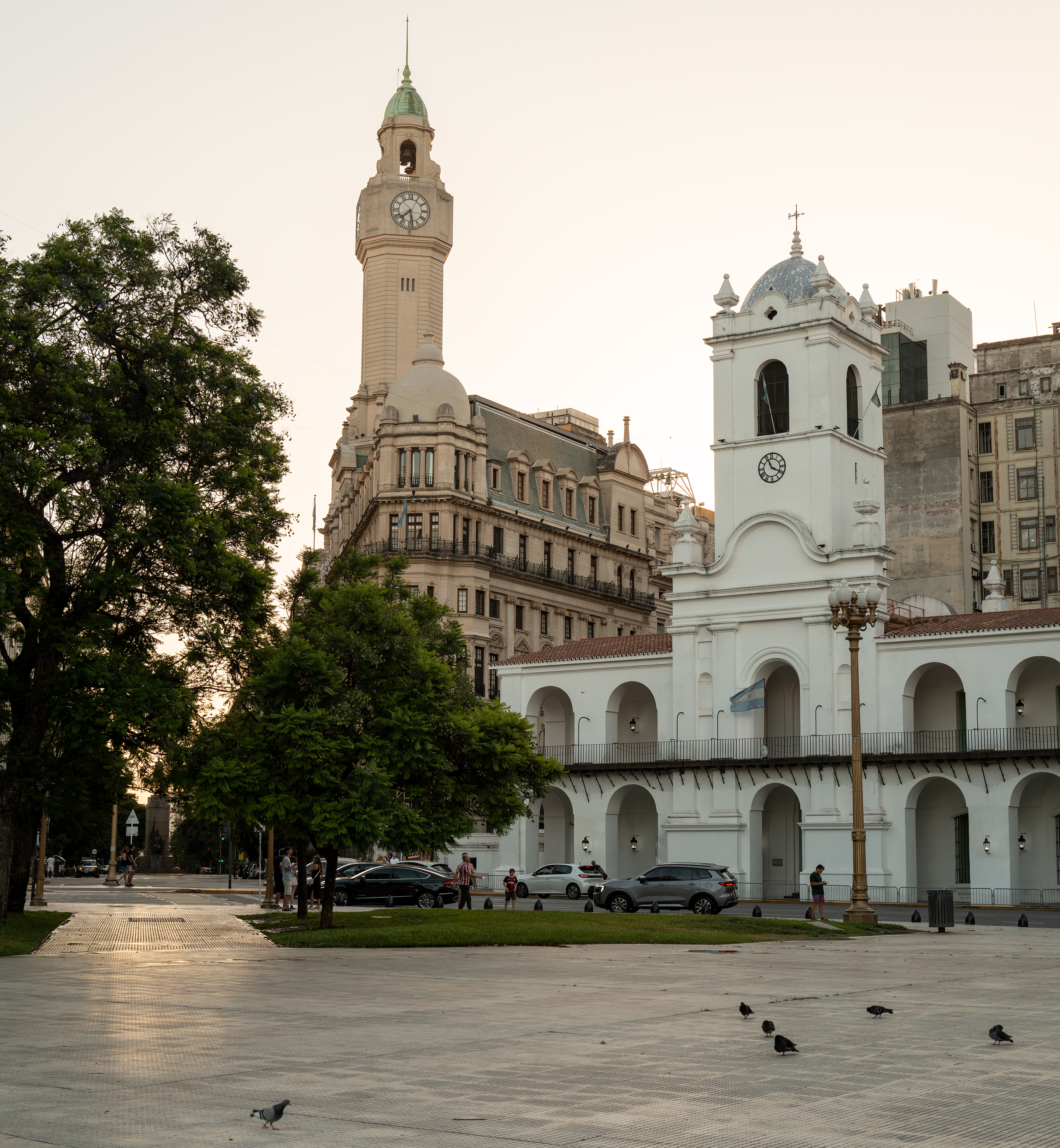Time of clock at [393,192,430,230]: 7:28
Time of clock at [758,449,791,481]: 3:55
